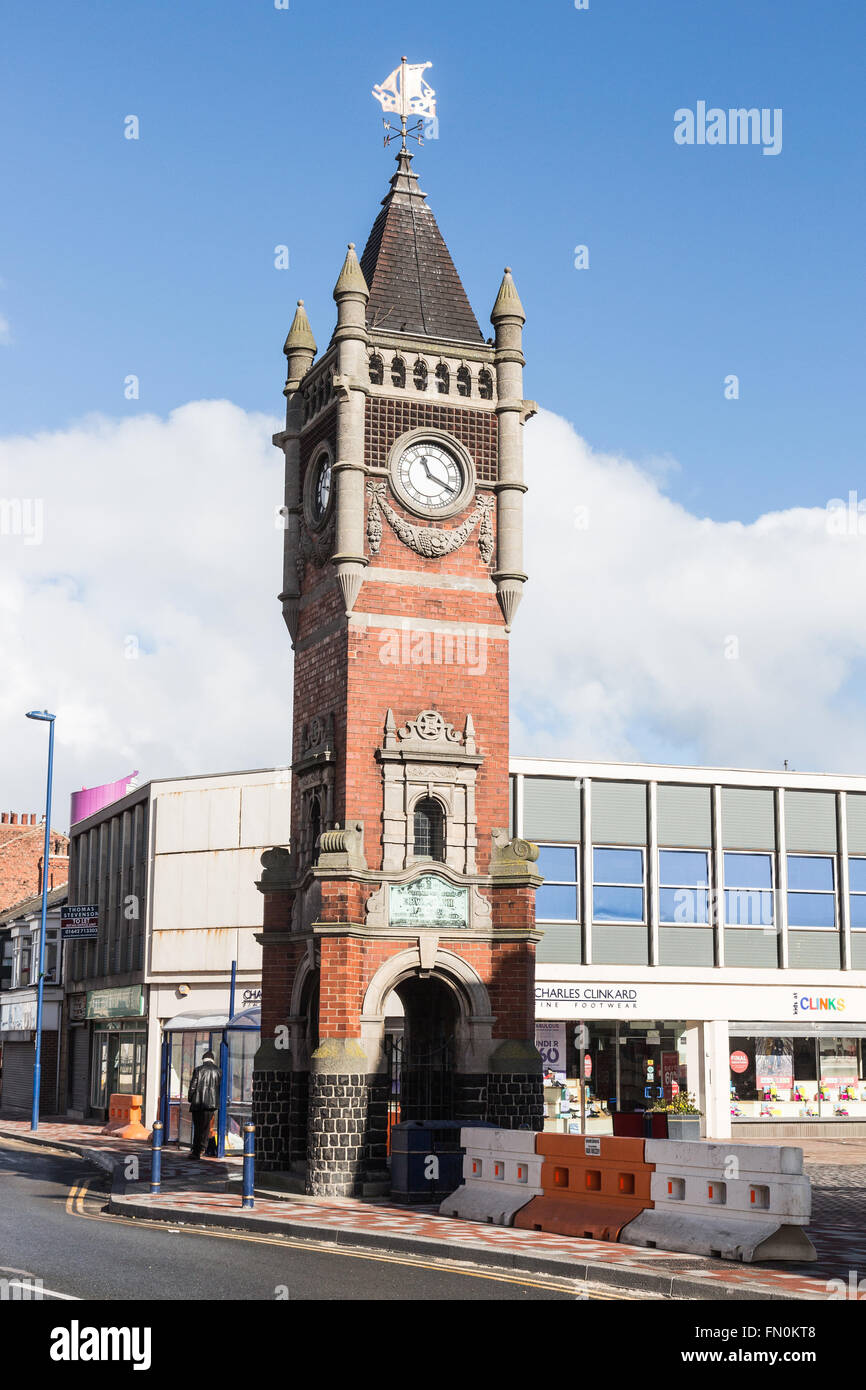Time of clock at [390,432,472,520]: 11:19
